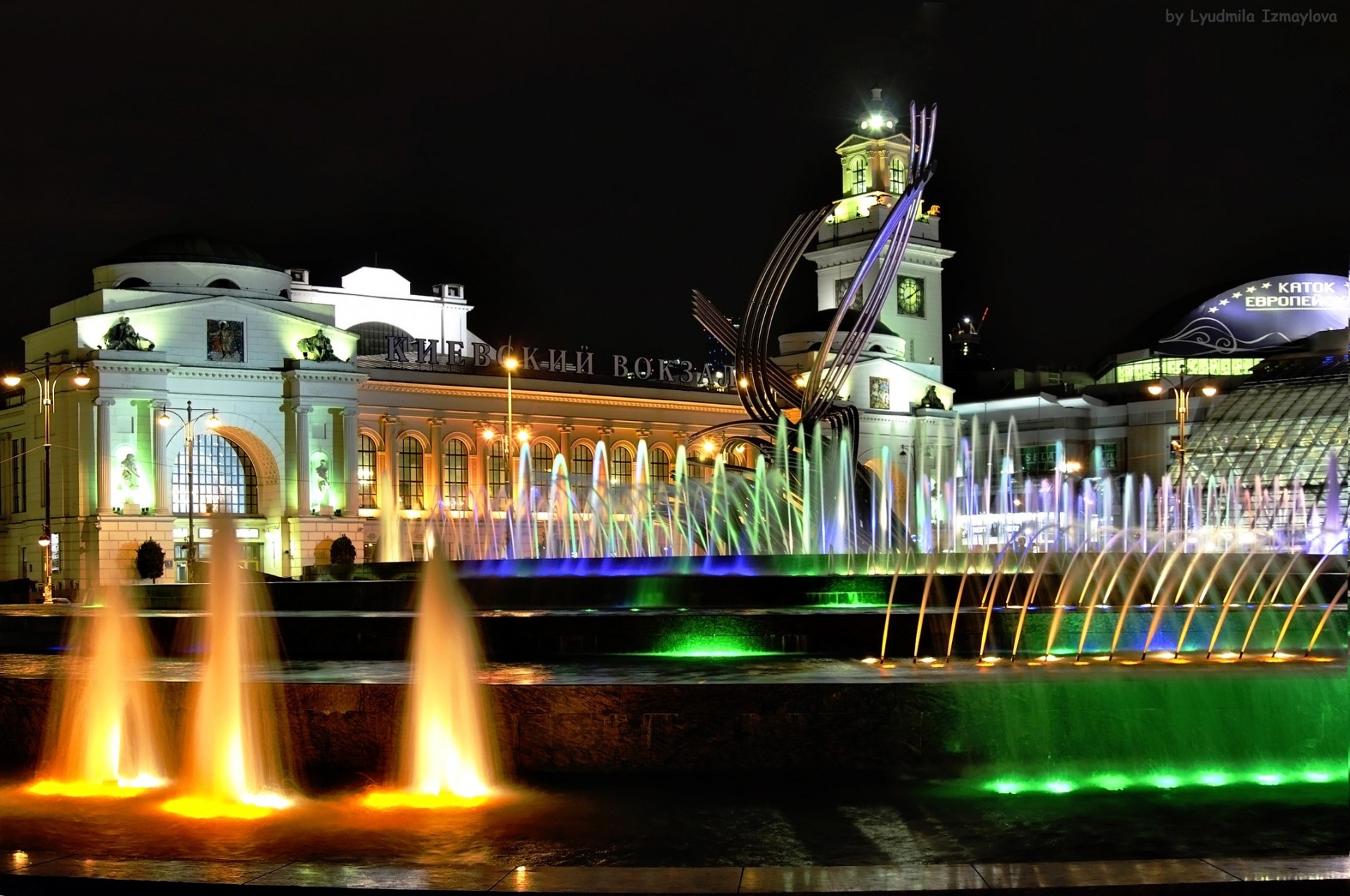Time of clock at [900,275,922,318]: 8:09
